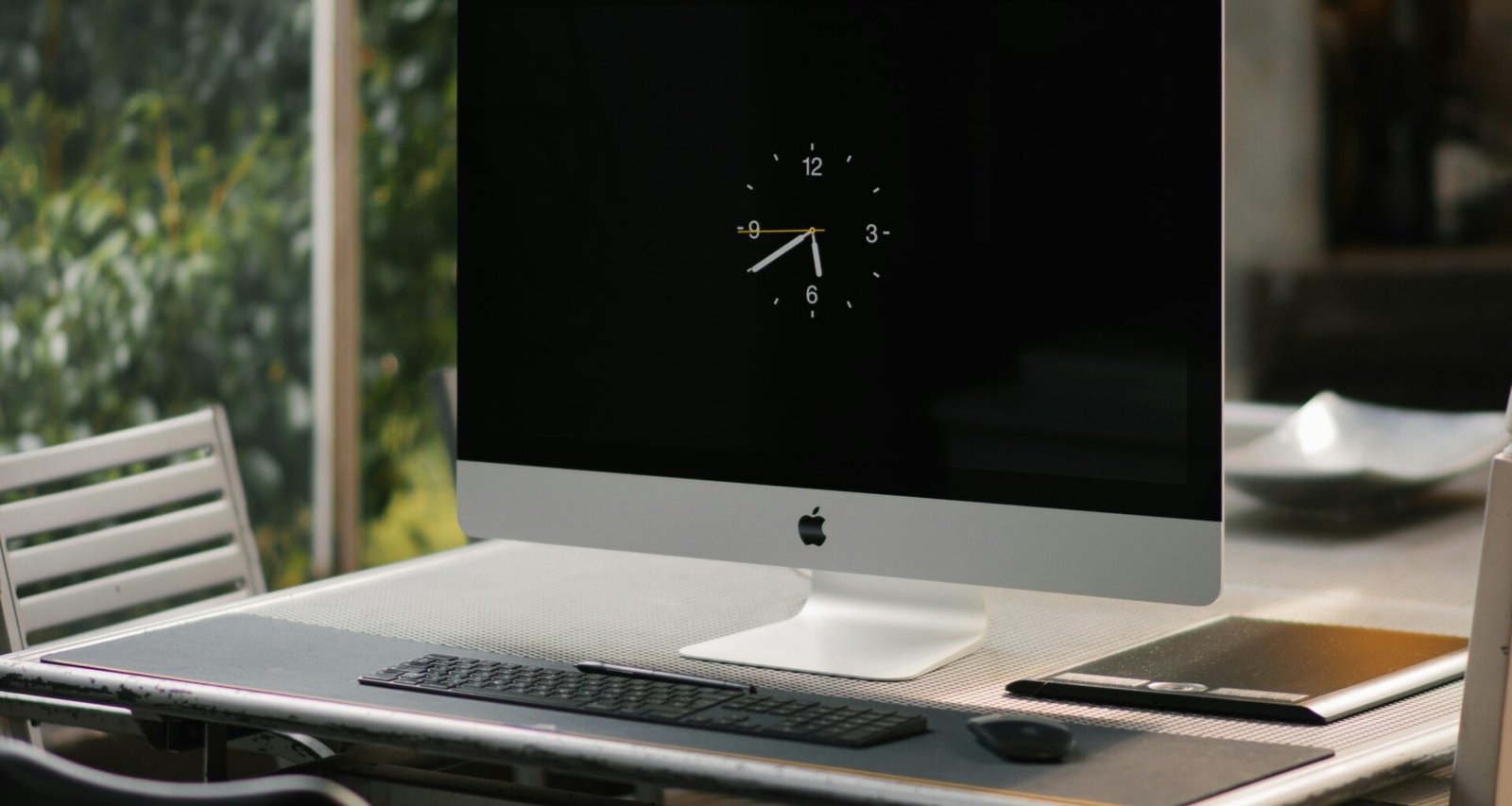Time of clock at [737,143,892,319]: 5:39
